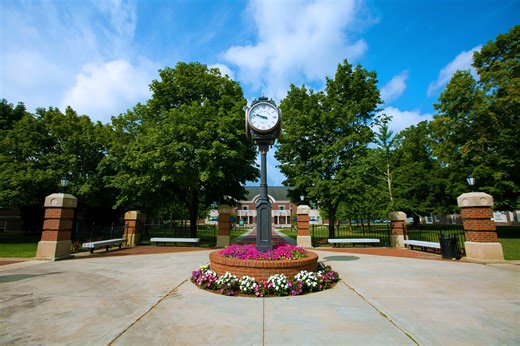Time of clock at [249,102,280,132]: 9:47
